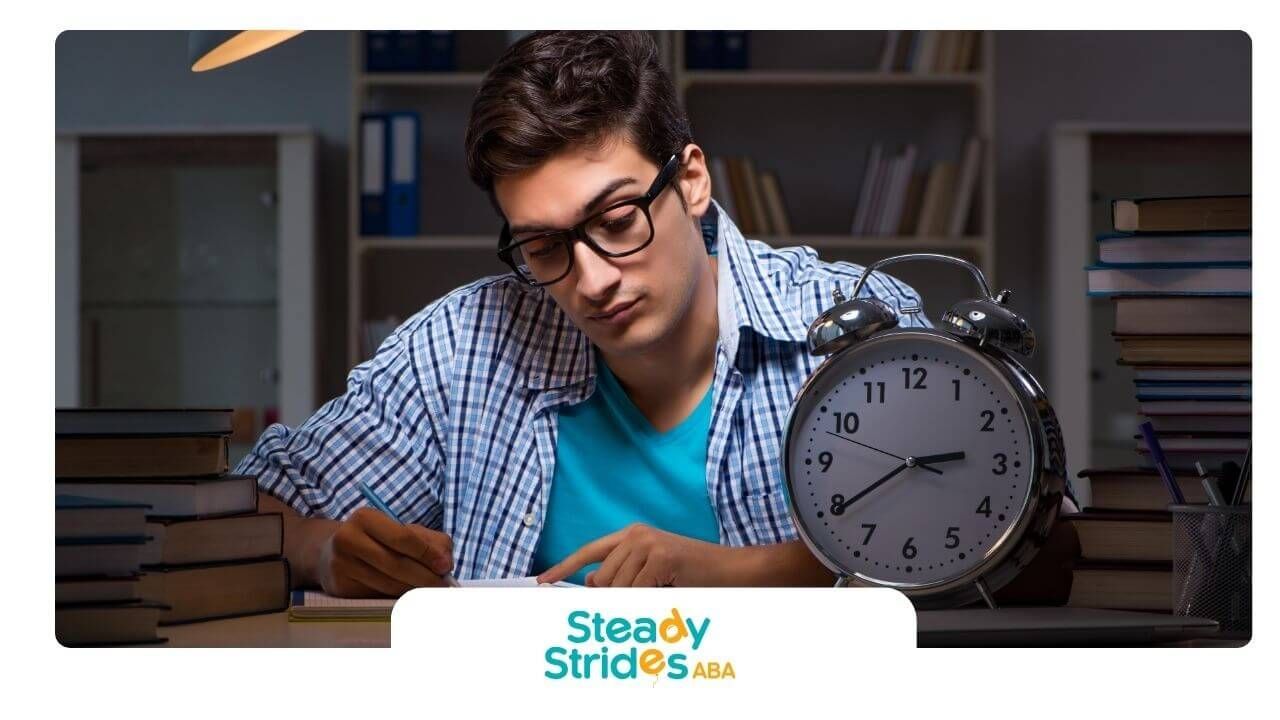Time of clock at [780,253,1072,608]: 2:39
